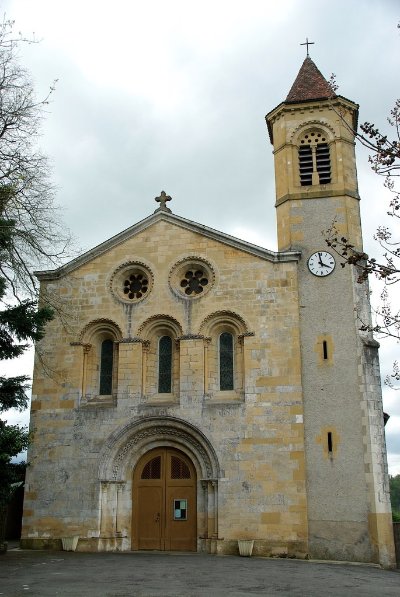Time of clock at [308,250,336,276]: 3:58
